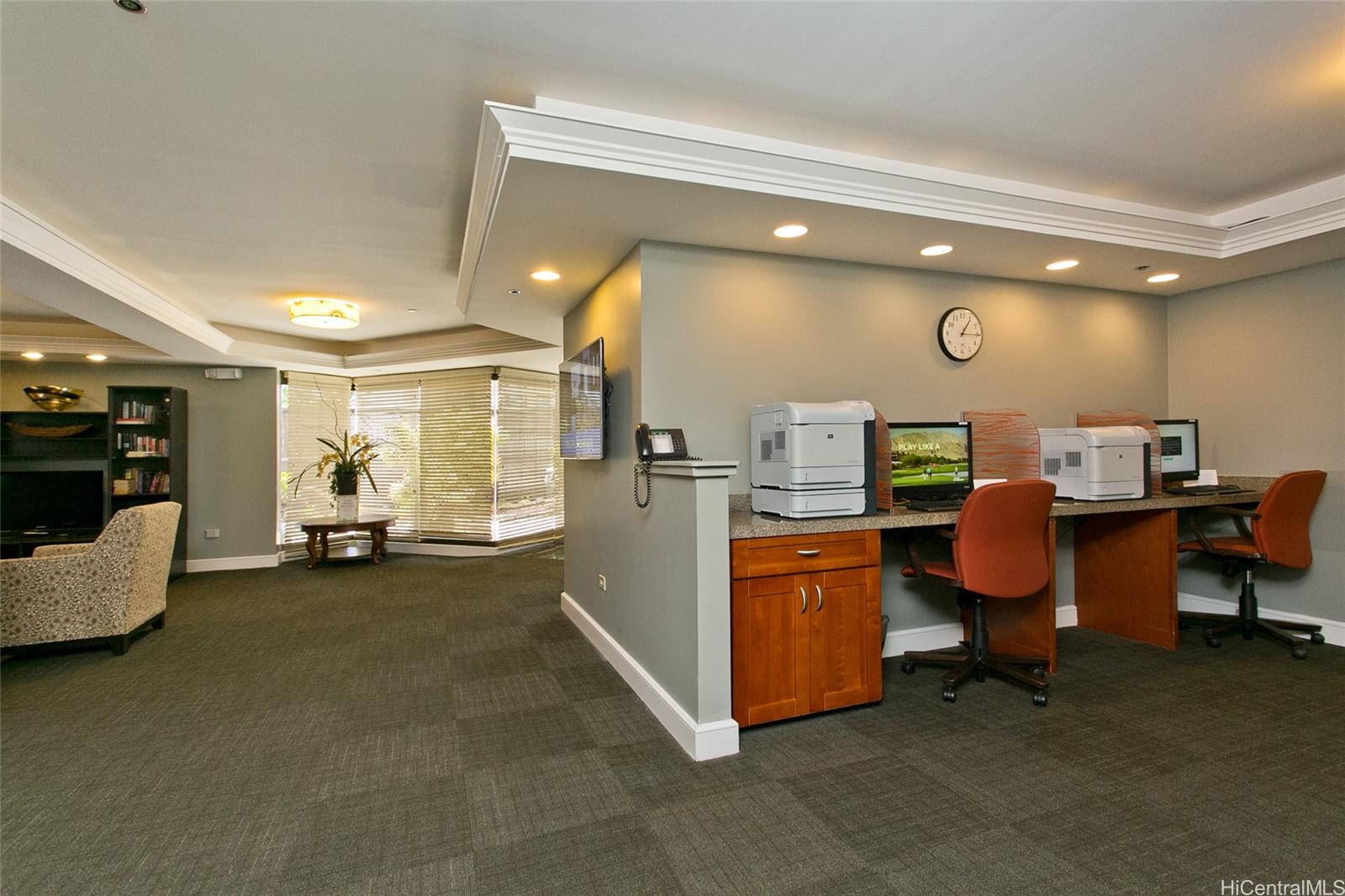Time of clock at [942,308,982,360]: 1:15
